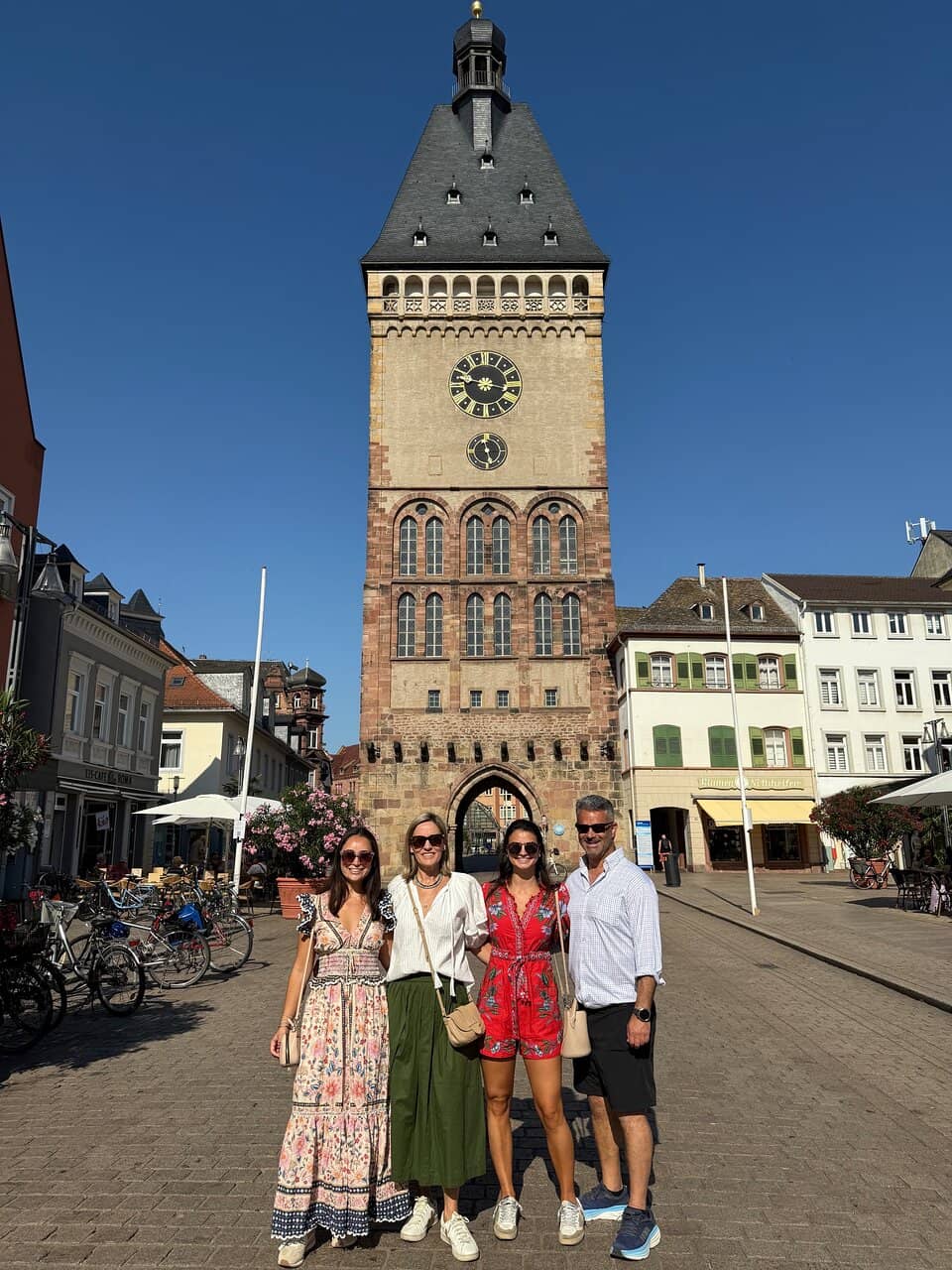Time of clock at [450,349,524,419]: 9:15
